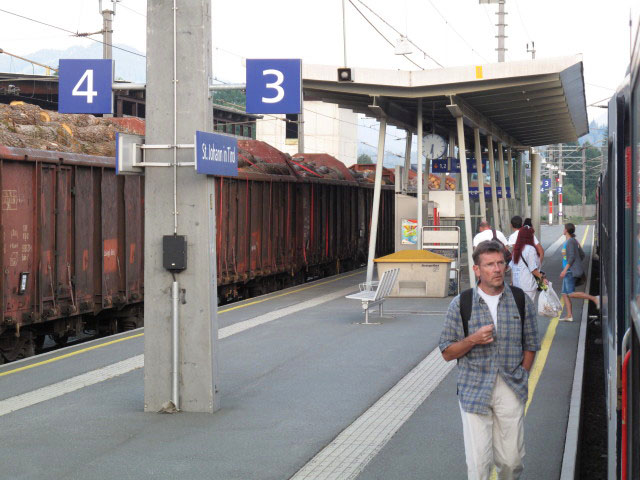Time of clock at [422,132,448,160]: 6:29
